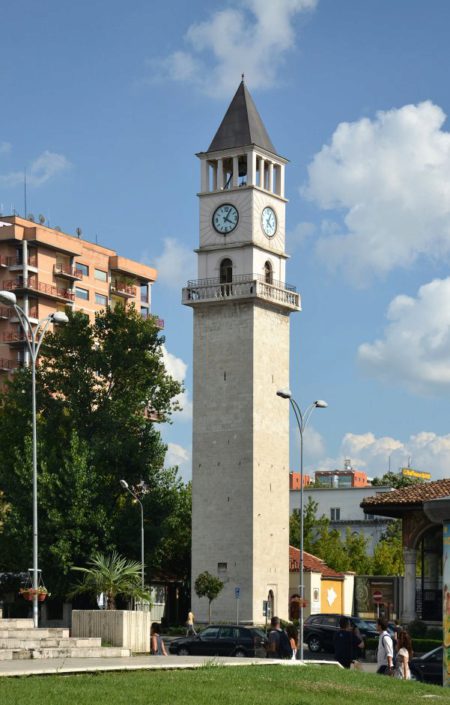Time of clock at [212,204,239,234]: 4:04
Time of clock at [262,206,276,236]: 4:04
